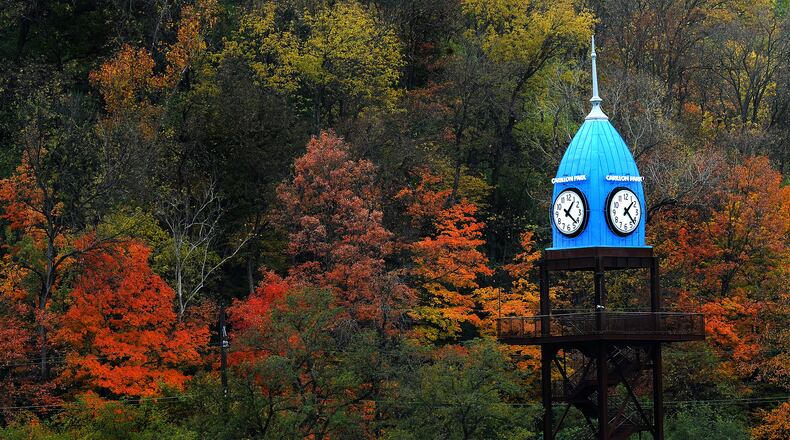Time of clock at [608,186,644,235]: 1:22
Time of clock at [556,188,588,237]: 1:21
